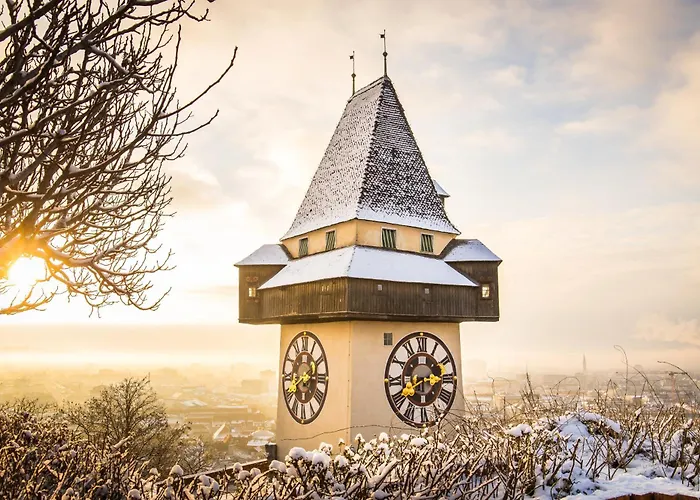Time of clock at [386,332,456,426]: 2:40
